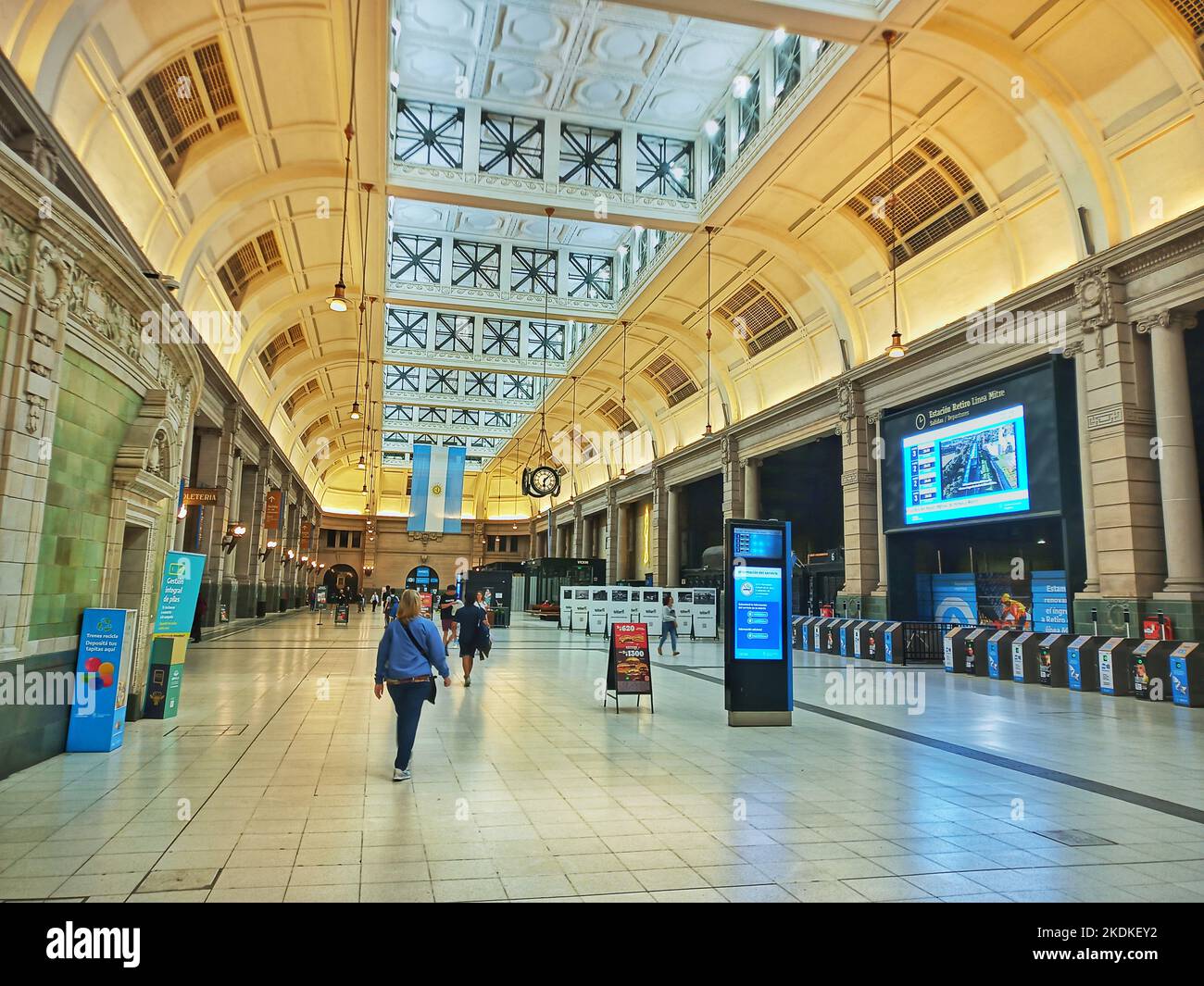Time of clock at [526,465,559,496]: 6:07
